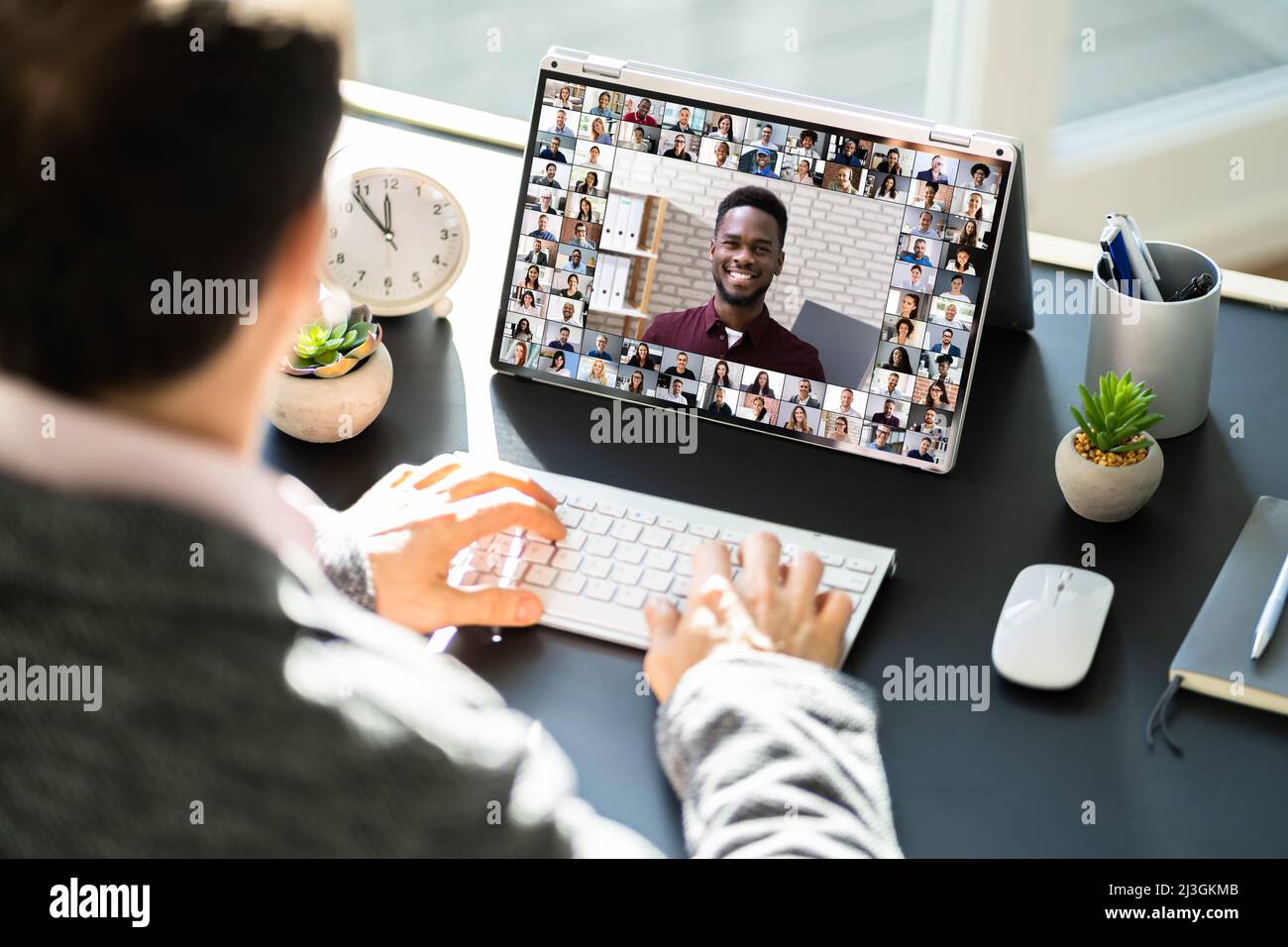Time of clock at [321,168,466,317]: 11:52
